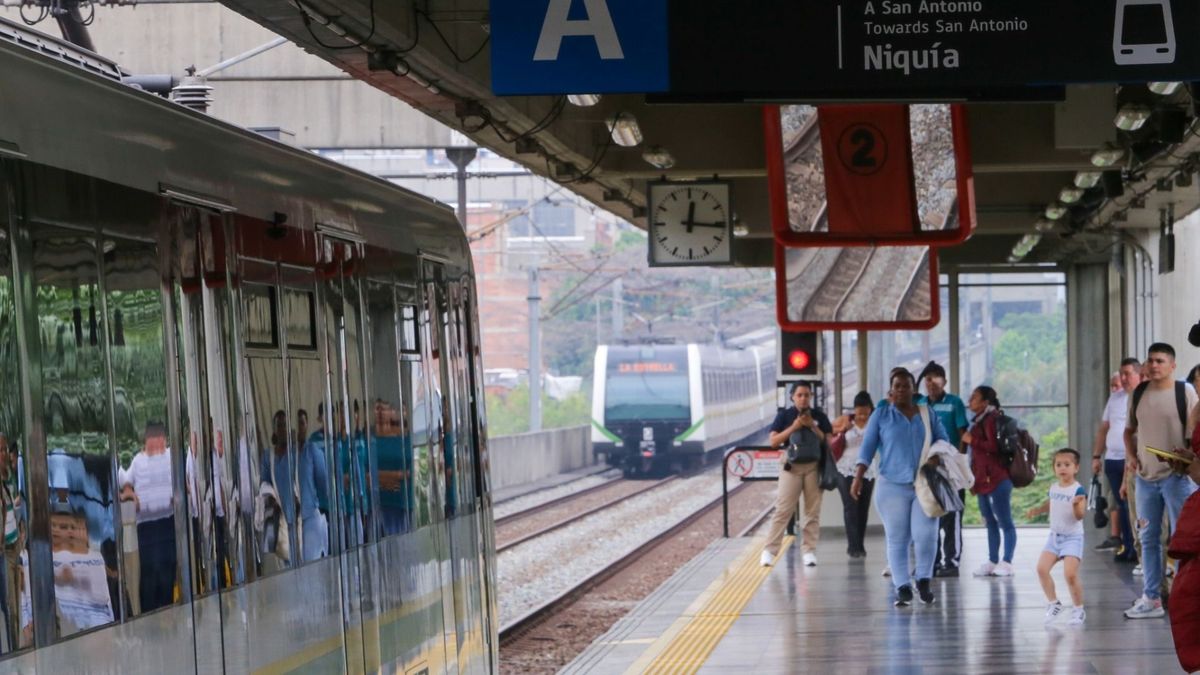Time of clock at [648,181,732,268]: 12:16
